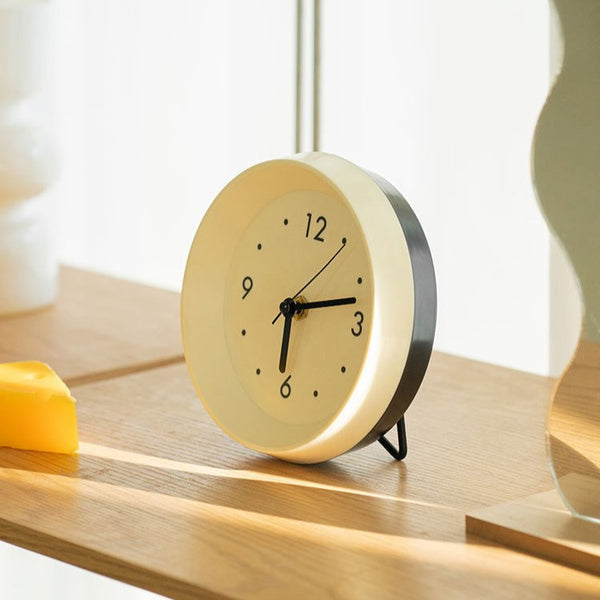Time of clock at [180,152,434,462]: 6:12
